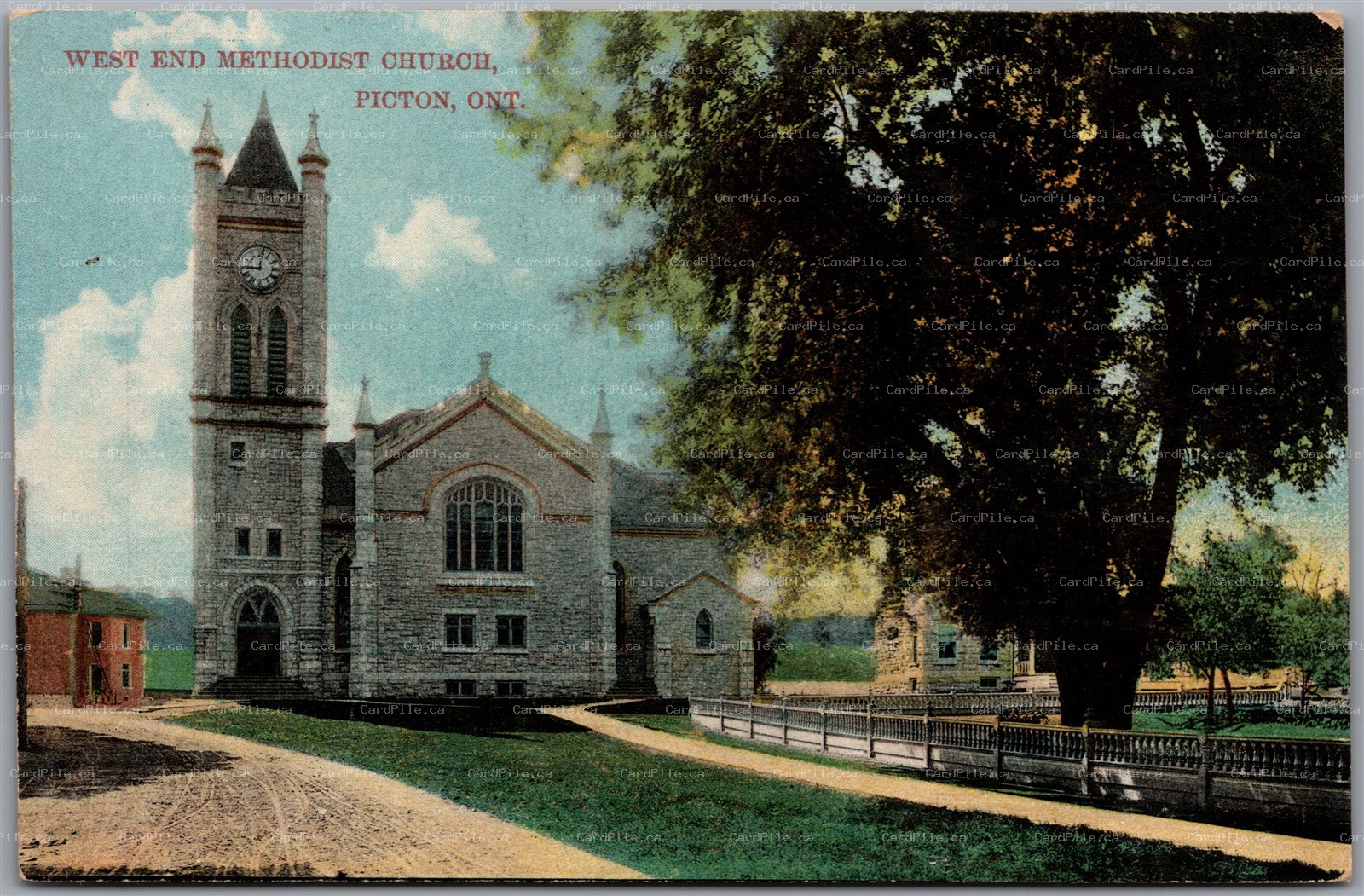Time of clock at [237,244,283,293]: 9:01
